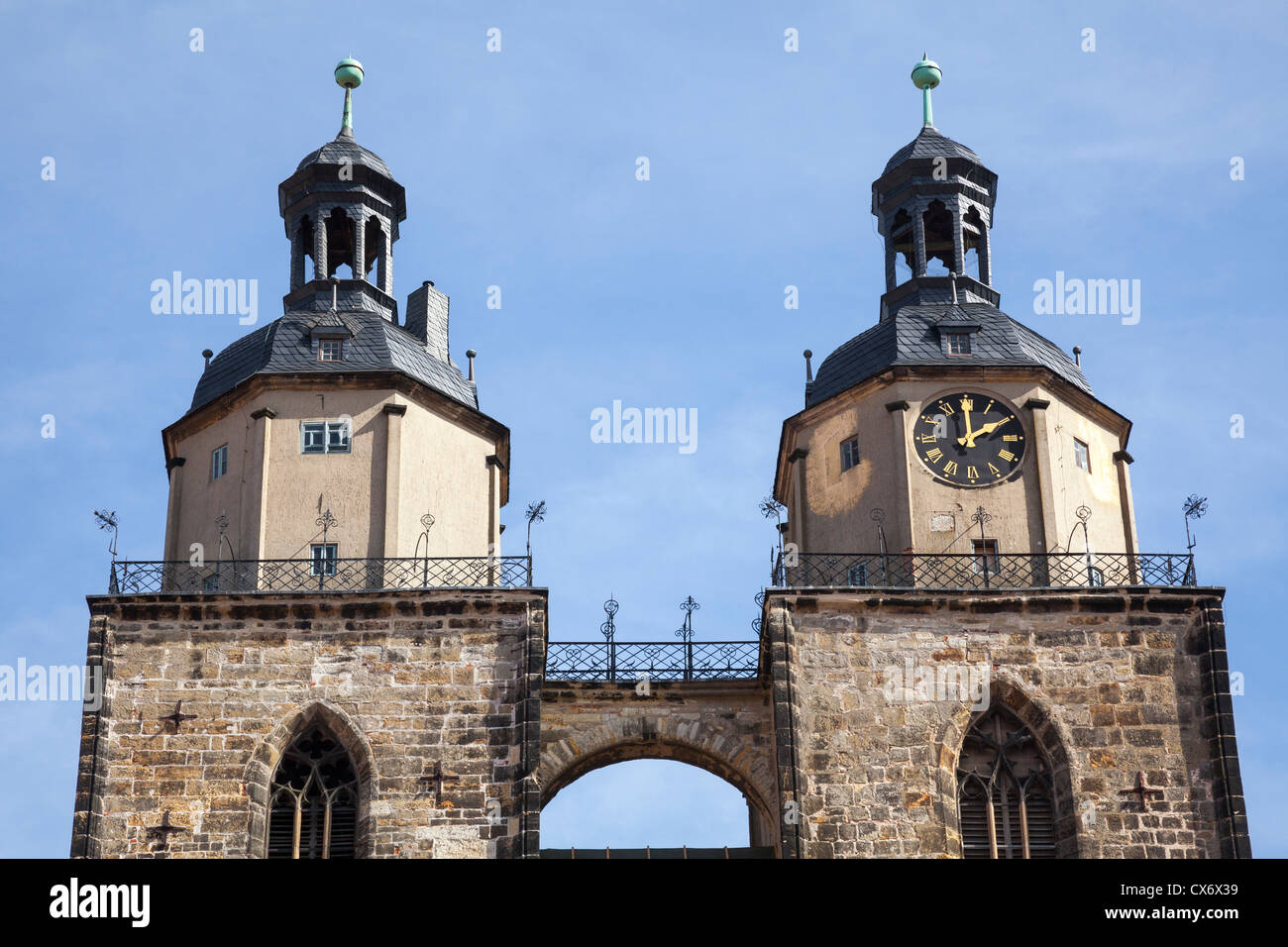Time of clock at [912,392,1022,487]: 1:59
